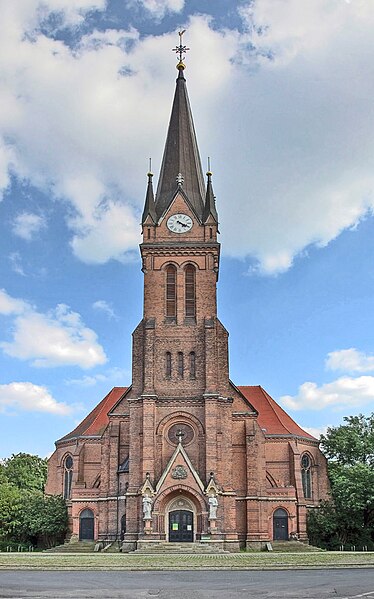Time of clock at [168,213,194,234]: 4:19
